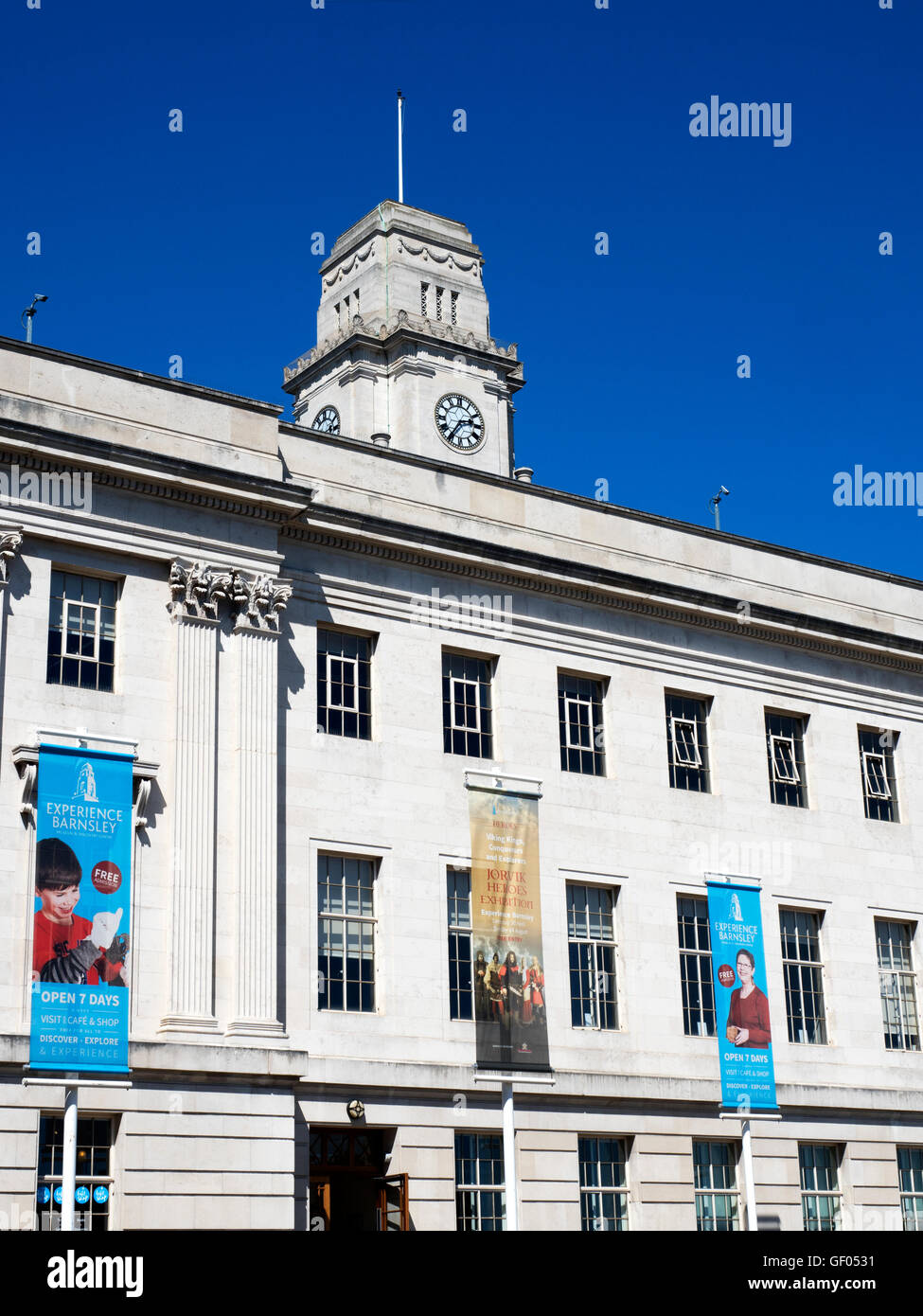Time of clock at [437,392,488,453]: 2:35
